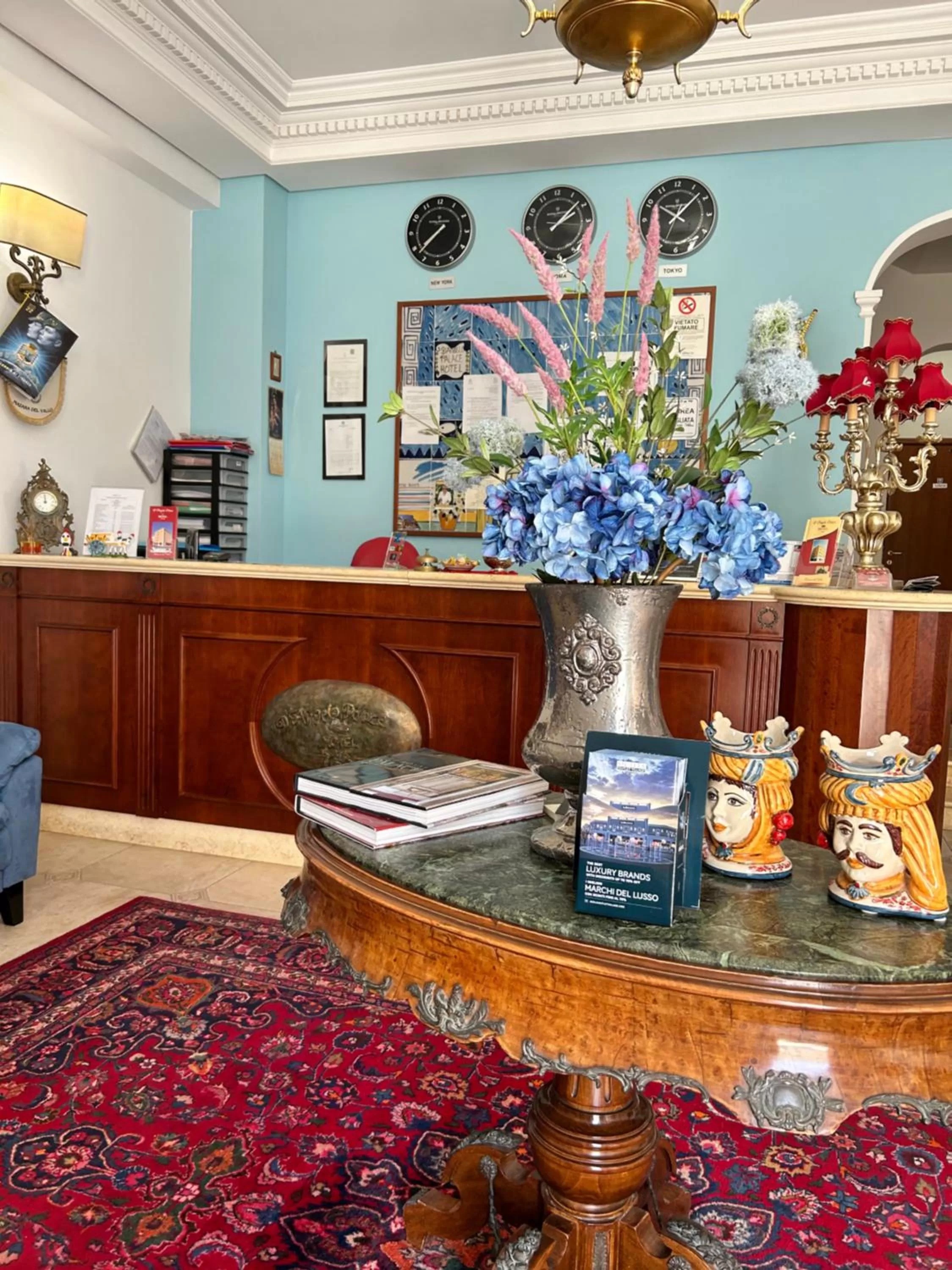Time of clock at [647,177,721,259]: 10:07
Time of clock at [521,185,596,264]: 2:07
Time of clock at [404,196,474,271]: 7:37
